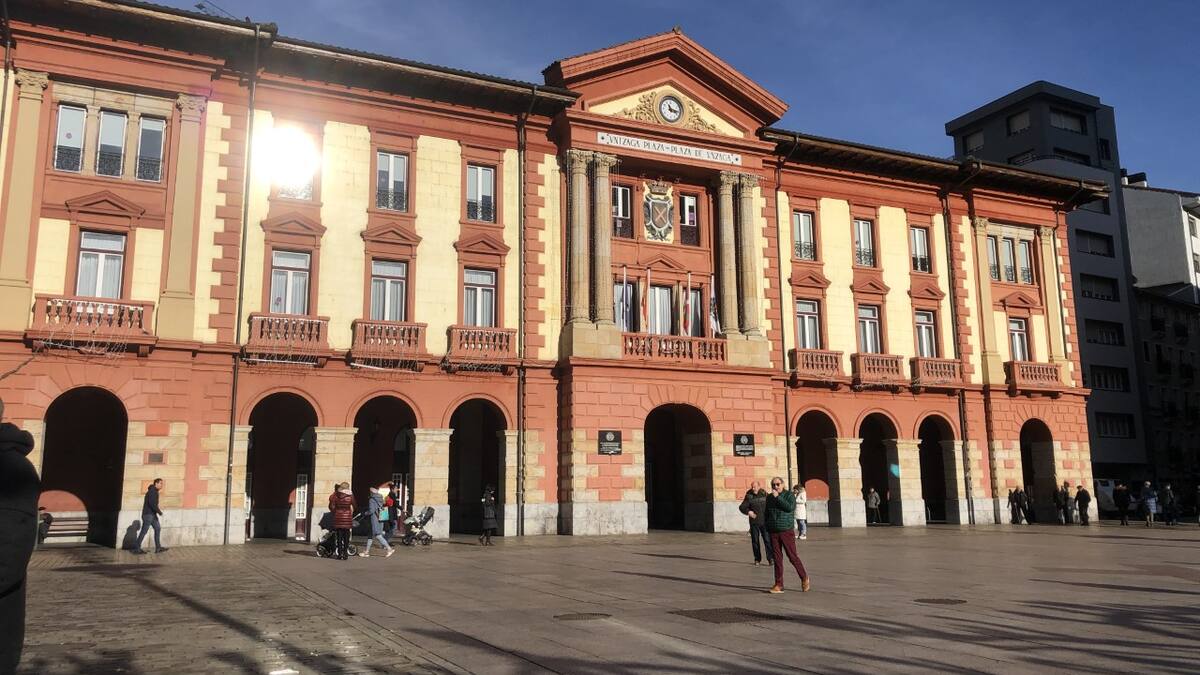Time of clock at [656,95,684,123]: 11:16
